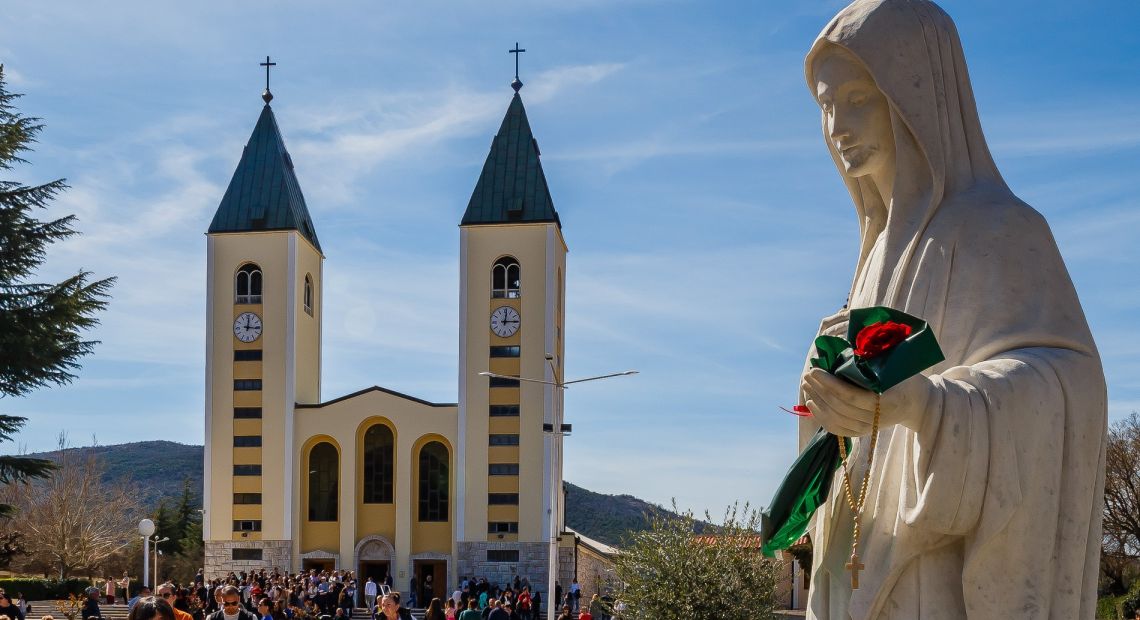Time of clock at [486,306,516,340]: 12:14
